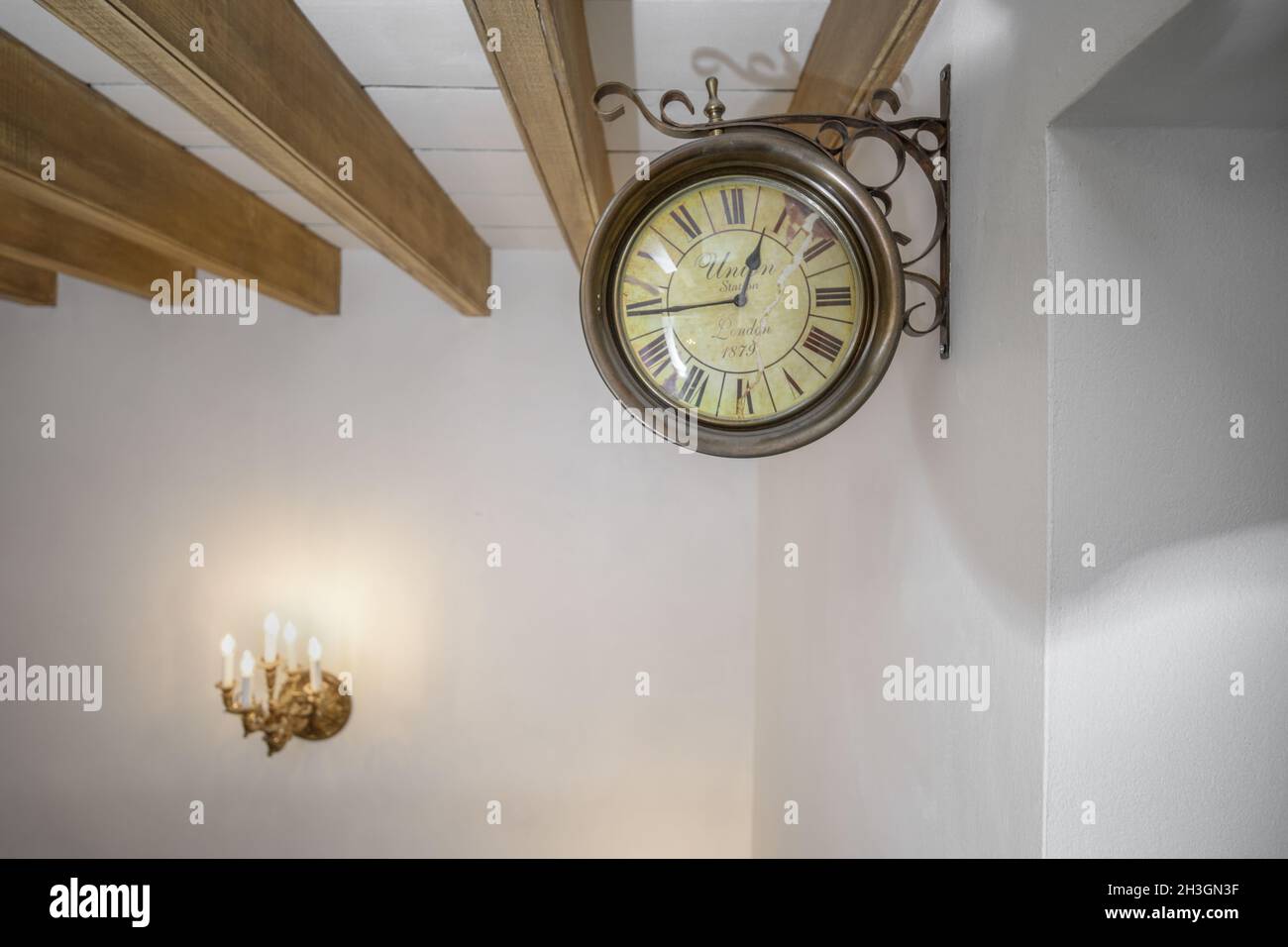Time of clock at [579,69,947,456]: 12:44
